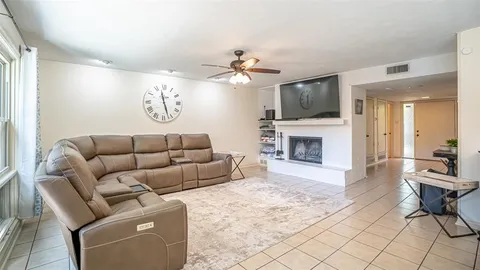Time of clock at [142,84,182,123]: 11:27
